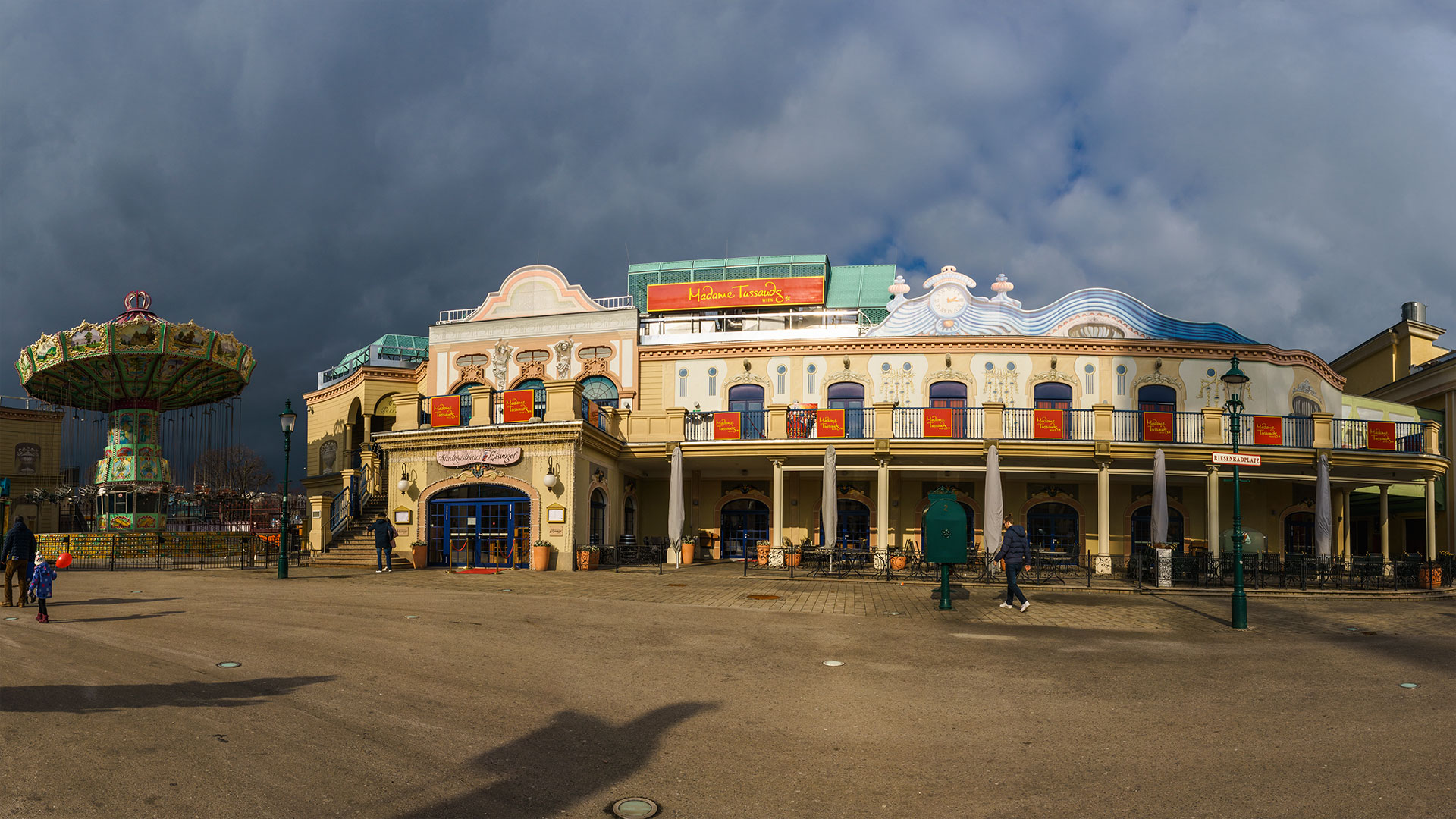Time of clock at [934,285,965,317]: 2:16
